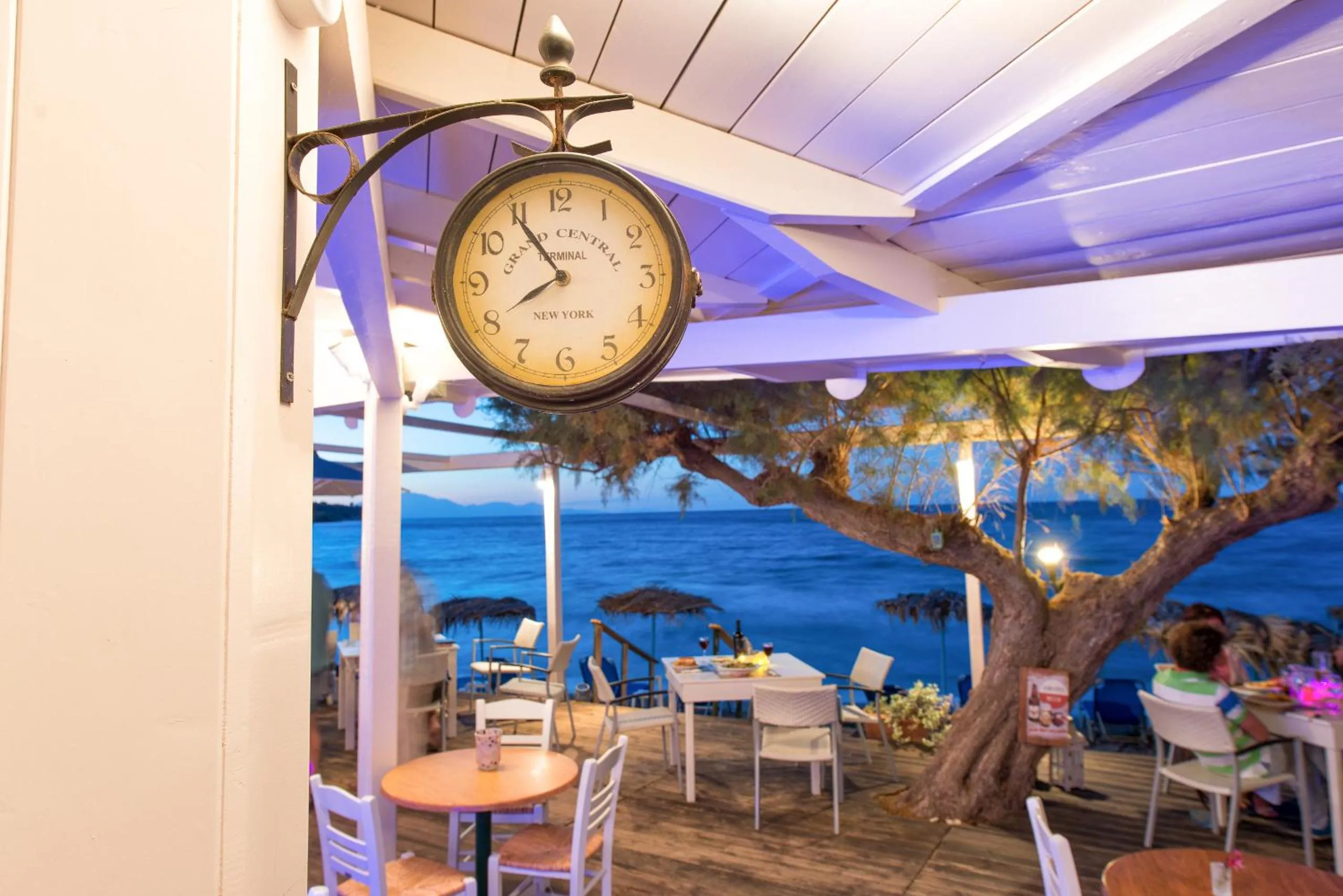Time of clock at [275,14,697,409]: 7:54
